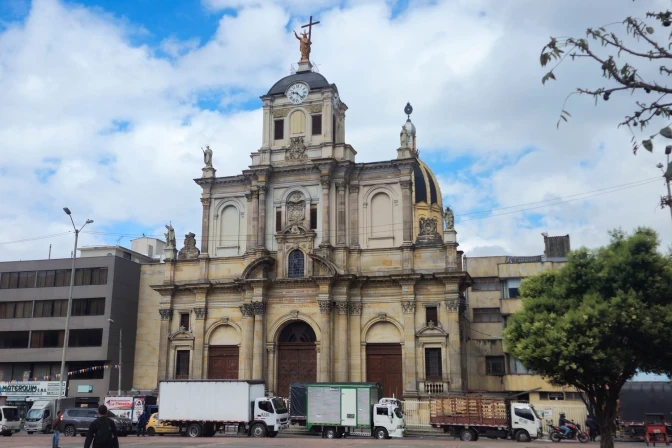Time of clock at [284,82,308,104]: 9:22
